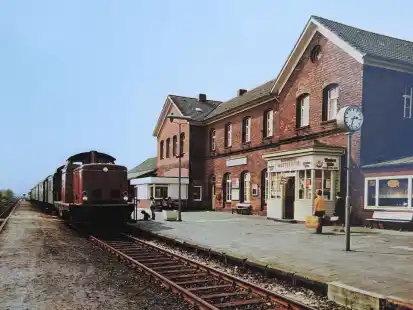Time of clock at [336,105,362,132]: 2:33
